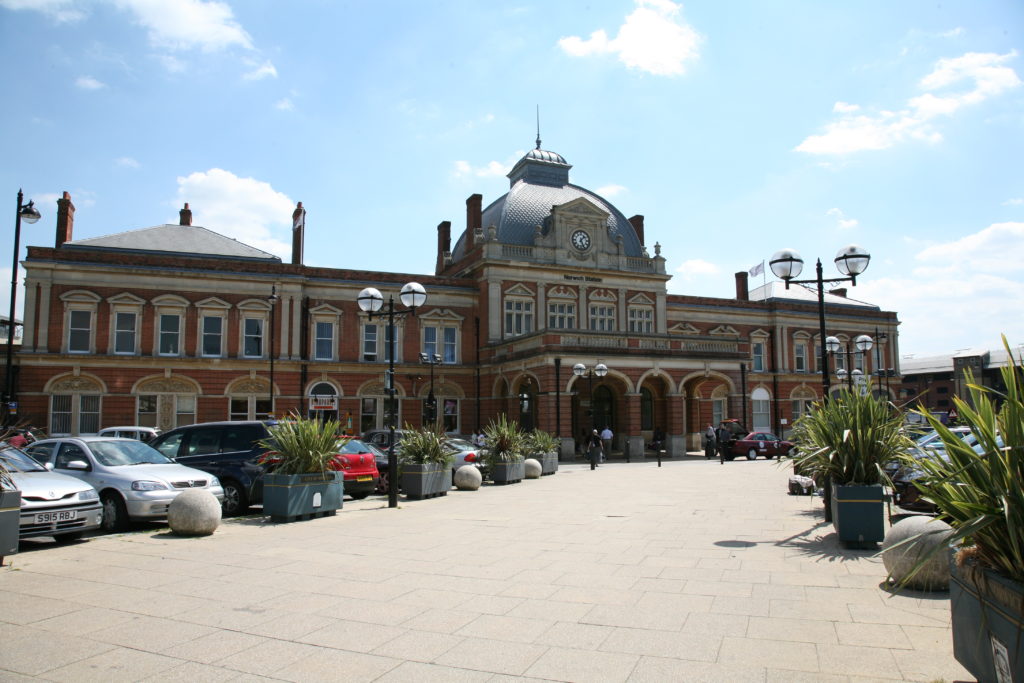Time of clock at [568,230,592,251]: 1:26
